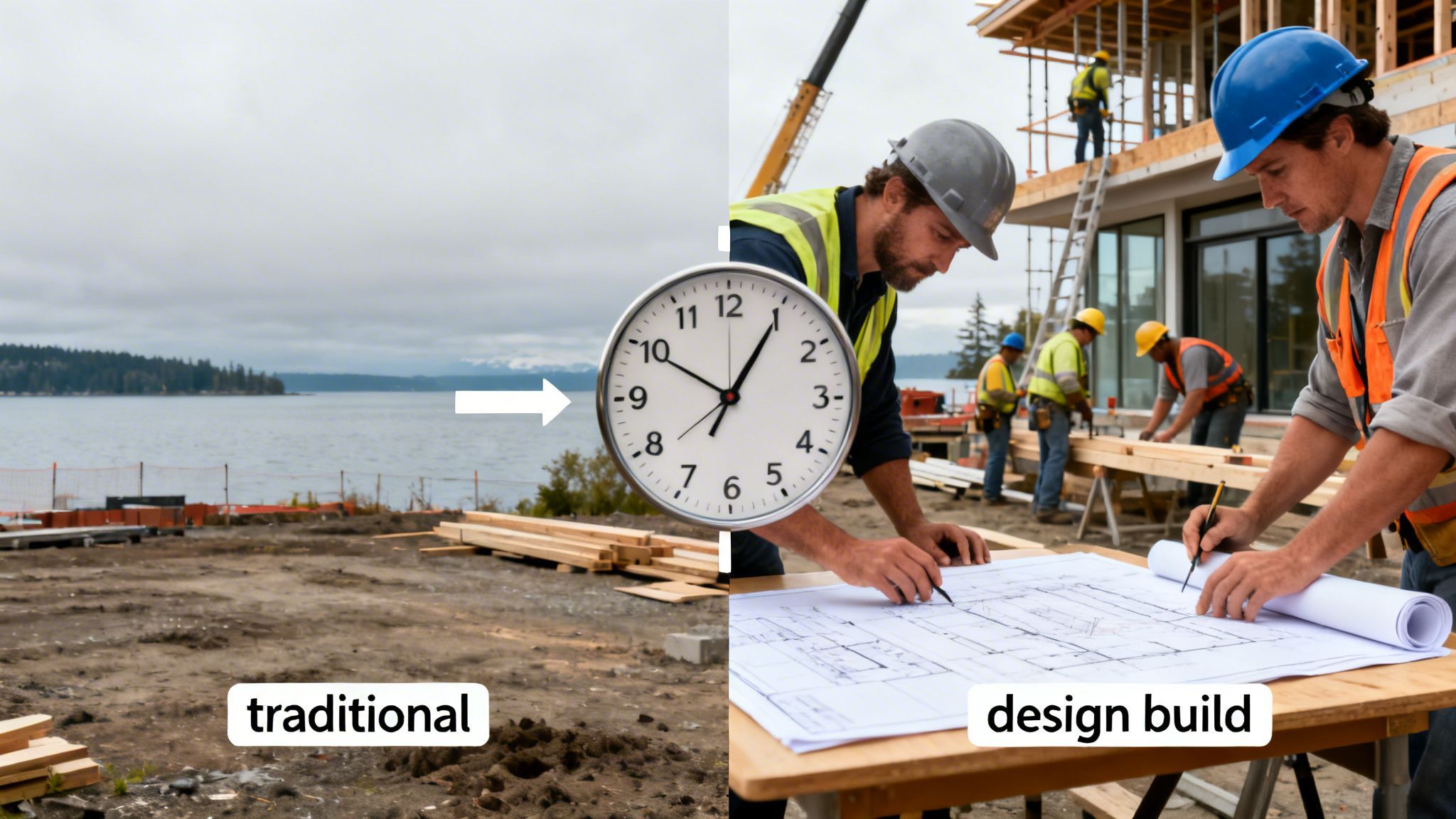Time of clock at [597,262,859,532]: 10:05
